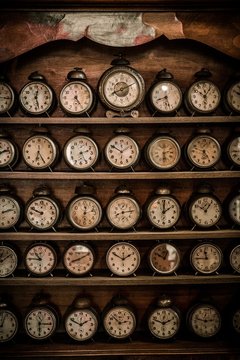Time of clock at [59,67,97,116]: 5:24
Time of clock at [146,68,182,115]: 8:27
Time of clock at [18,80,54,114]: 12:27
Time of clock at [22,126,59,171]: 6:24
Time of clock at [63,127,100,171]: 2:25
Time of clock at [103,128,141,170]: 10:08
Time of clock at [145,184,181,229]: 2:00
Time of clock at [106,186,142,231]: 8:13
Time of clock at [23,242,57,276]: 10:45
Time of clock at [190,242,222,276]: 11:45
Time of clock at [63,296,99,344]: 1:49
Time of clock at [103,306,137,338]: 2:52
